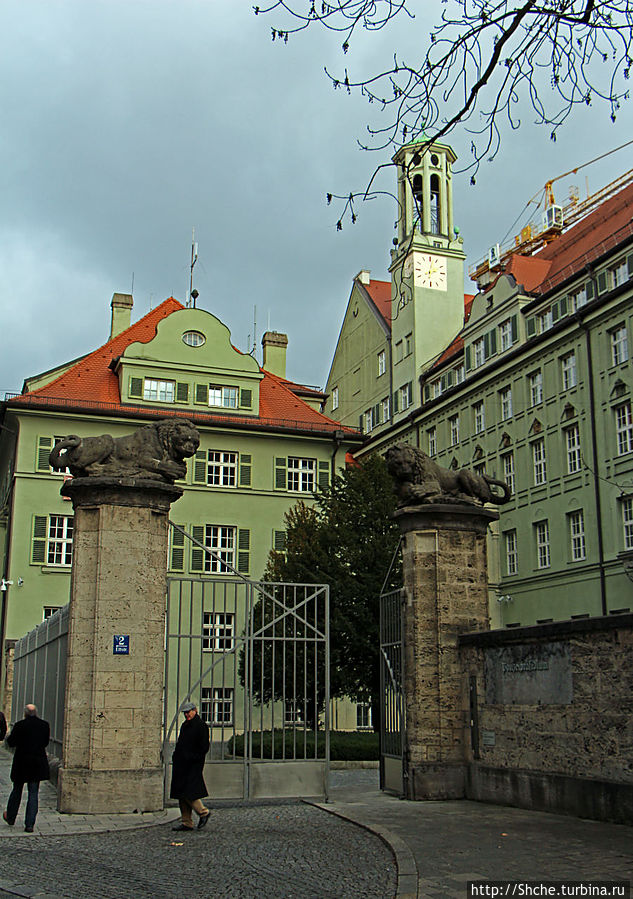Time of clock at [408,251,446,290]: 2:02
